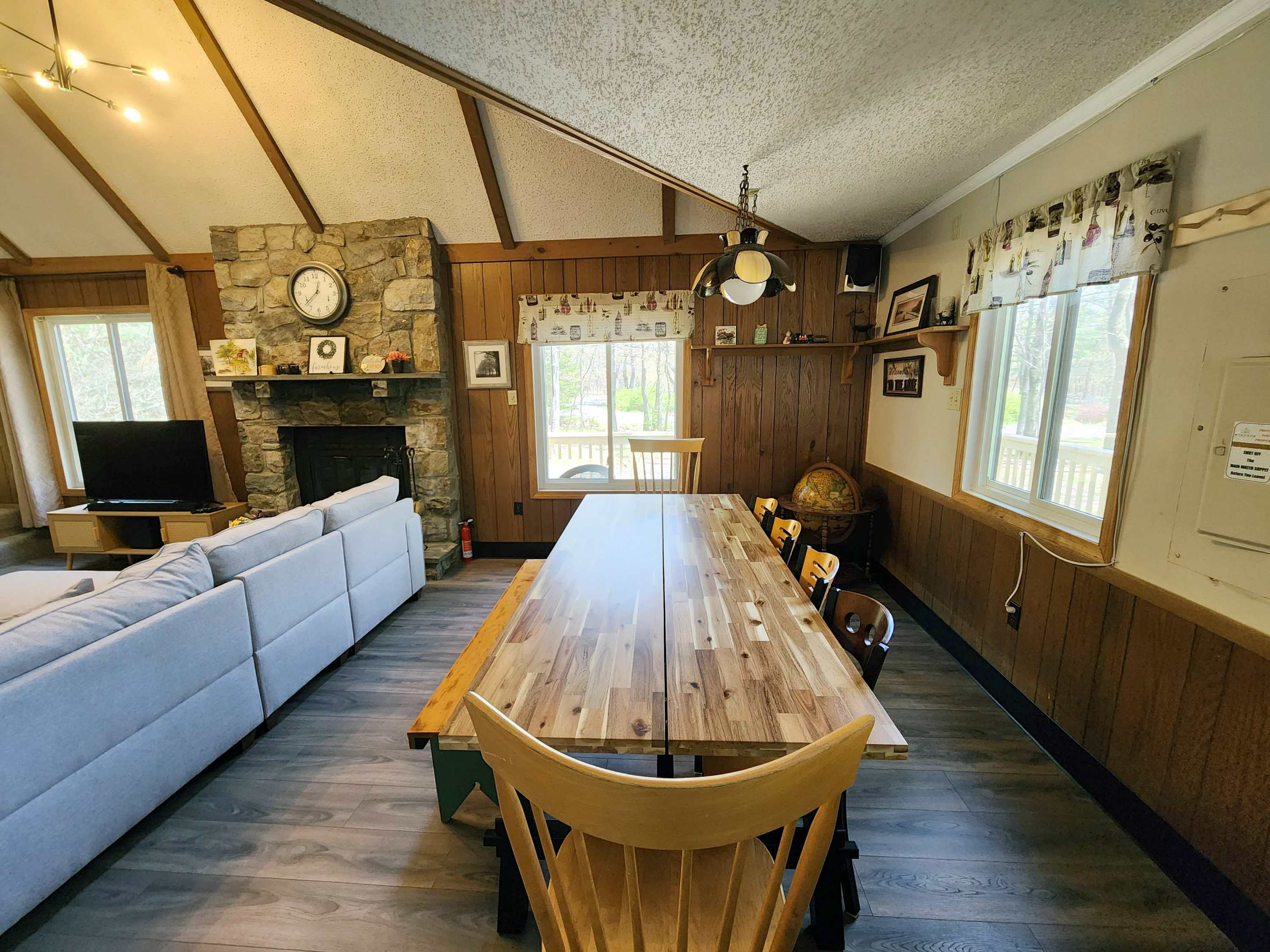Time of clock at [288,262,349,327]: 12:38
